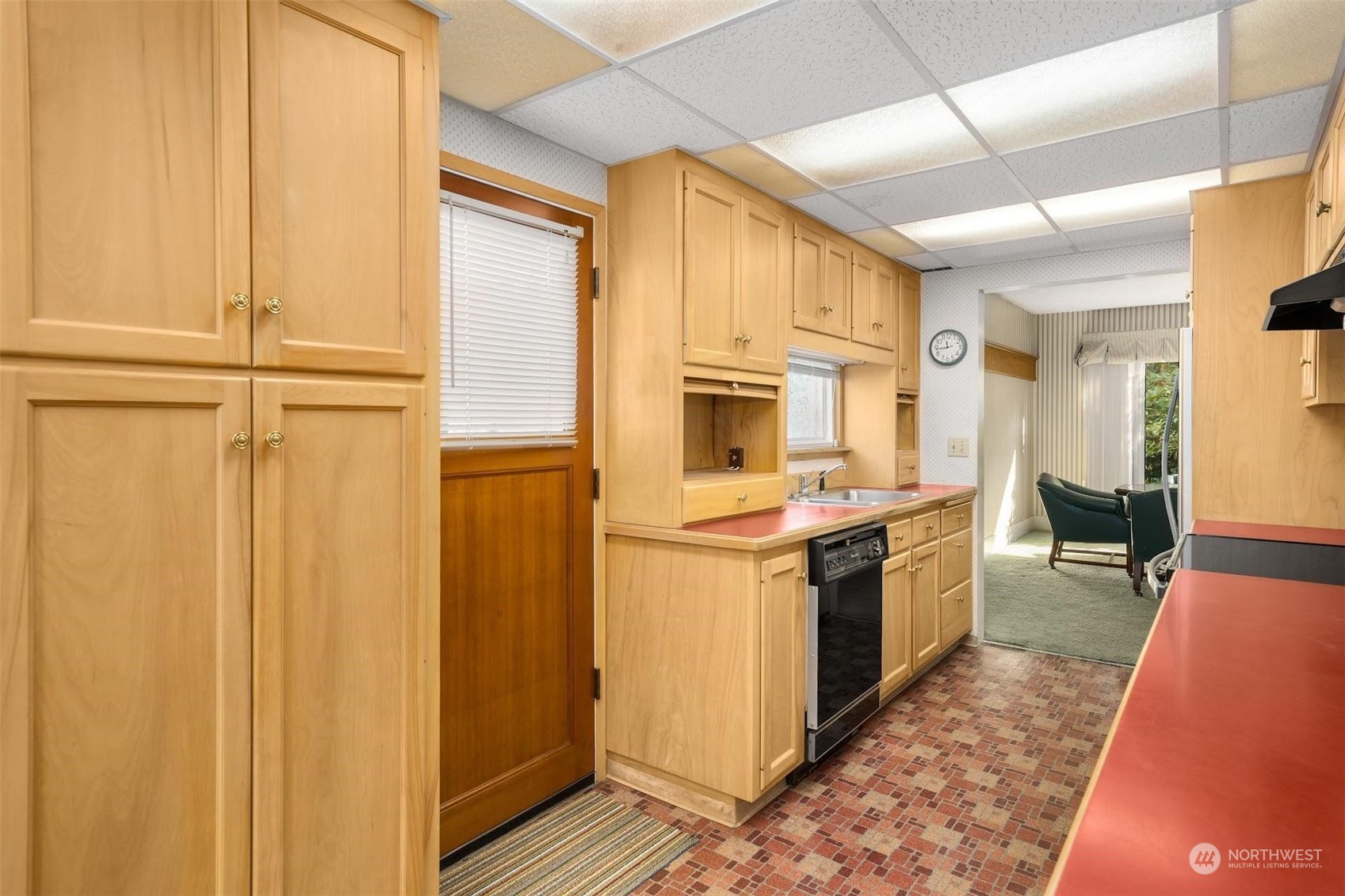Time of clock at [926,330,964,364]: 11:43
